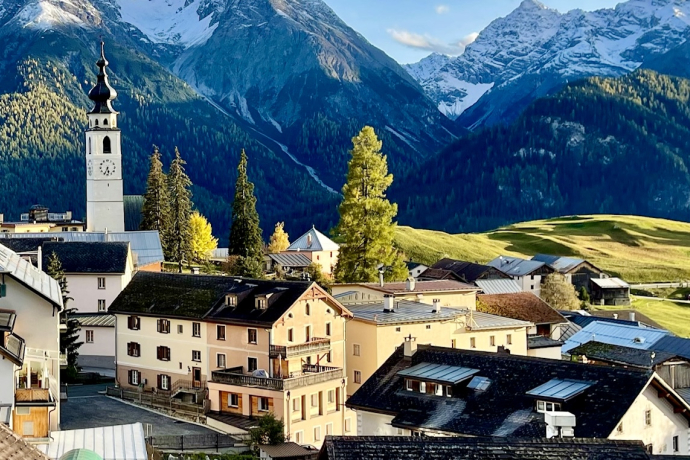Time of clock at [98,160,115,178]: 5:34
